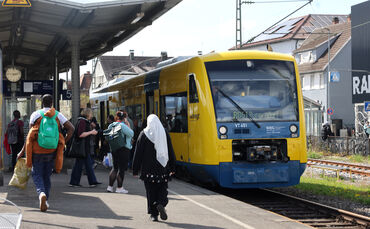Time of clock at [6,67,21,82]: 2:46
